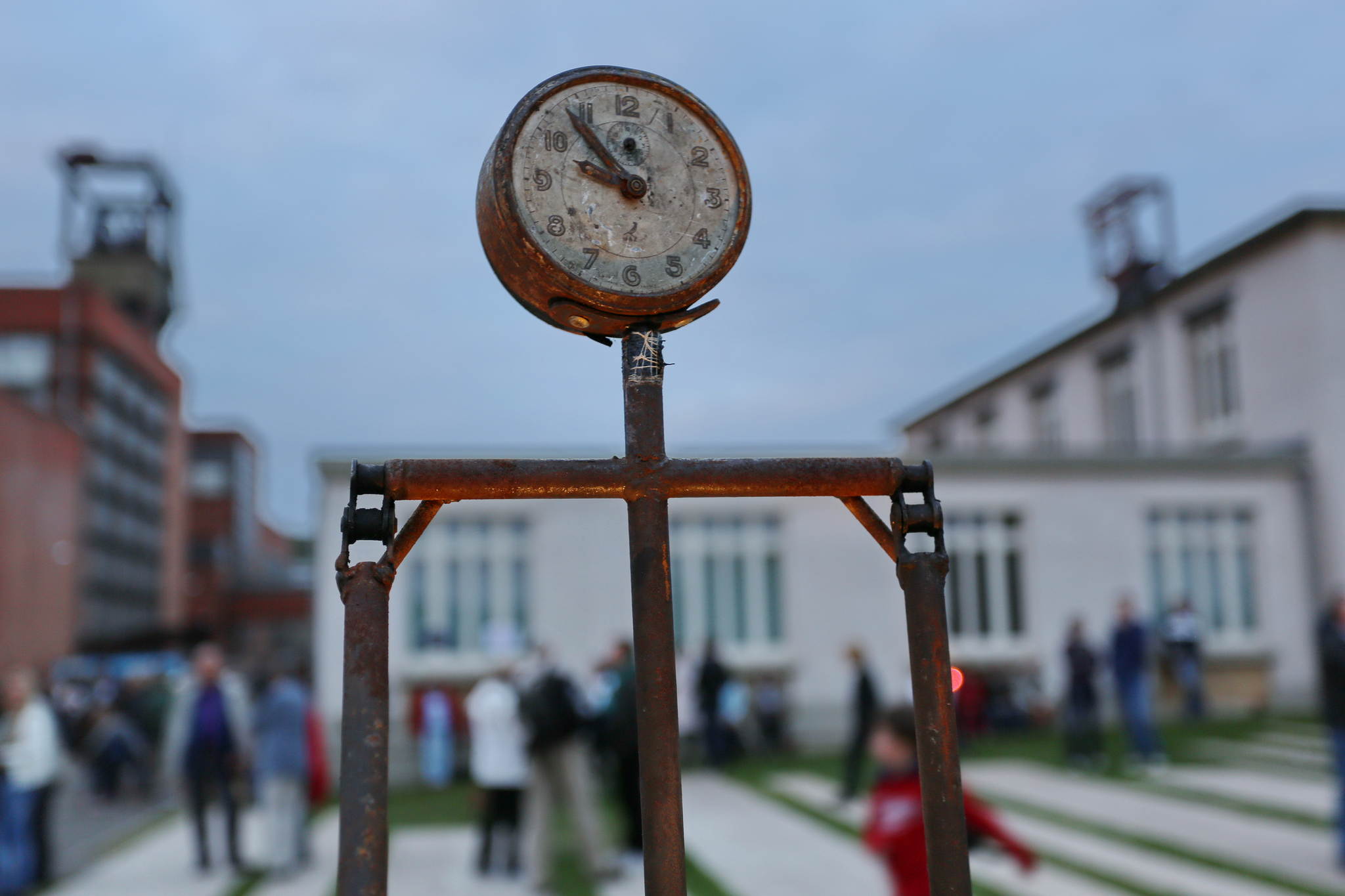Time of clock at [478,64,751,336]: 9:53
